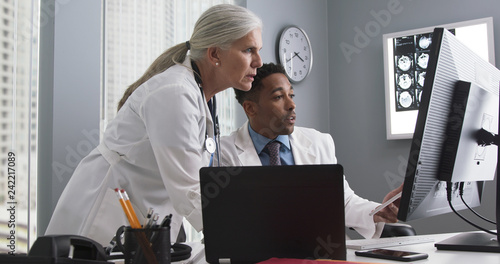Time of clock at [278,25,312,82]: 3:40
